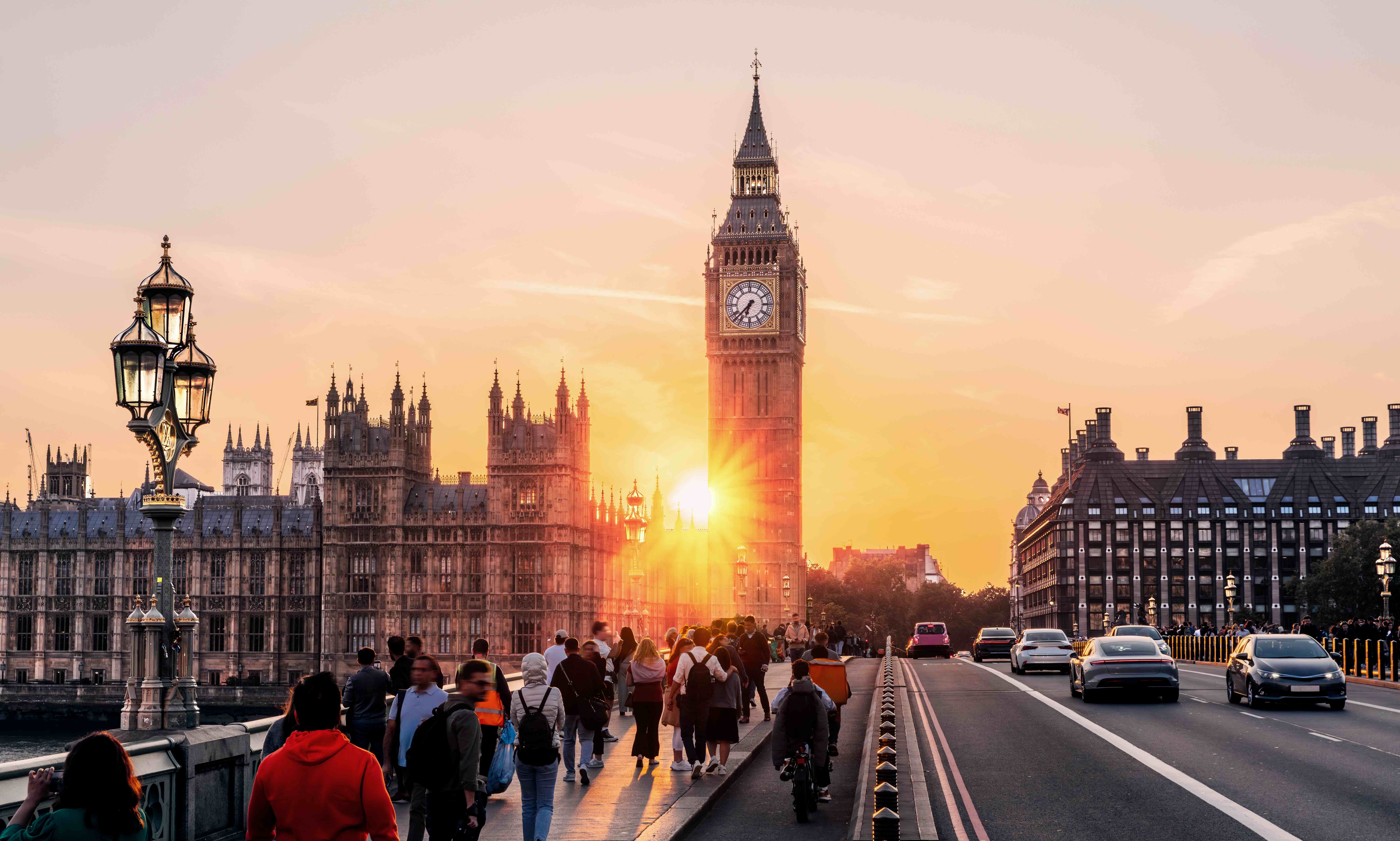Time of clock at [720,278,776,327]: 6:37
